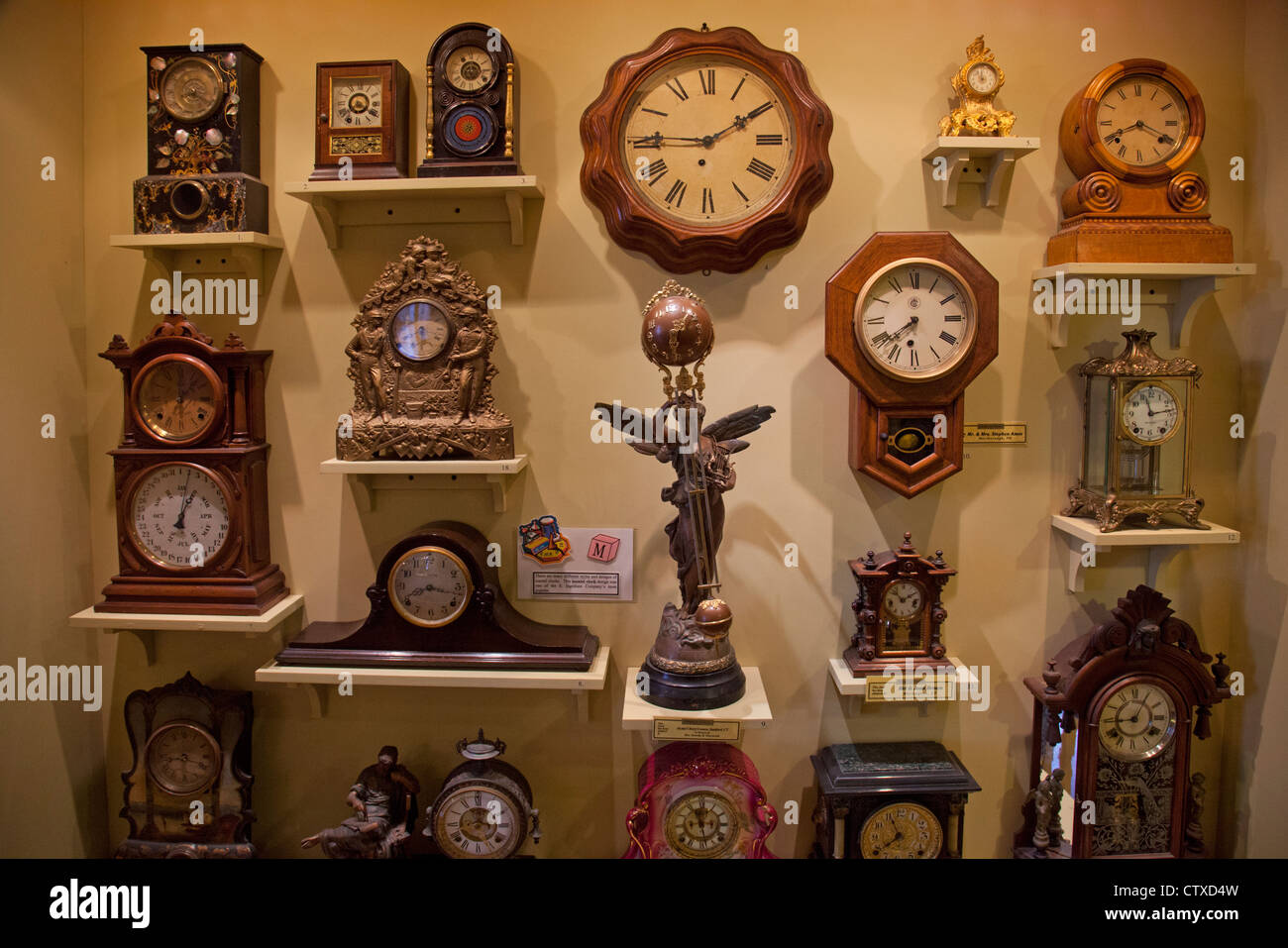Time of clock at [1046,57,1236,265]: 3:40
